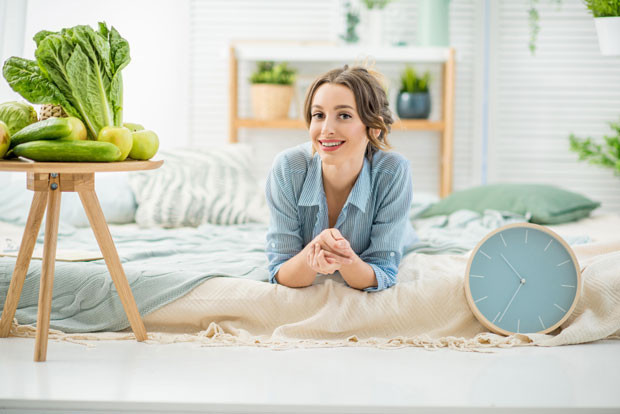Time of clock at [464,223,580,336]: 10:34
